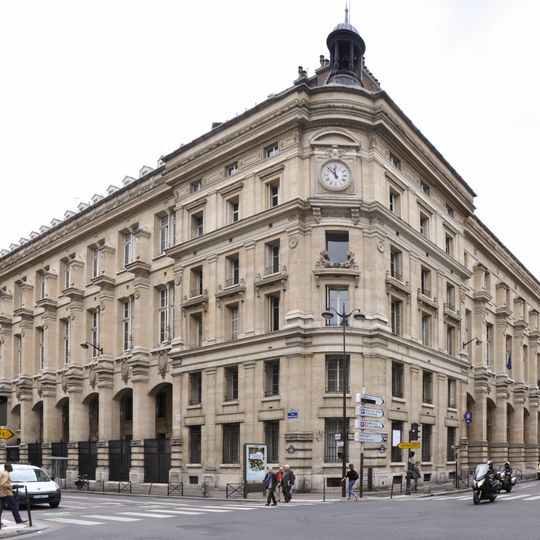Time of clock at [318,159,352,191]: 11:52
